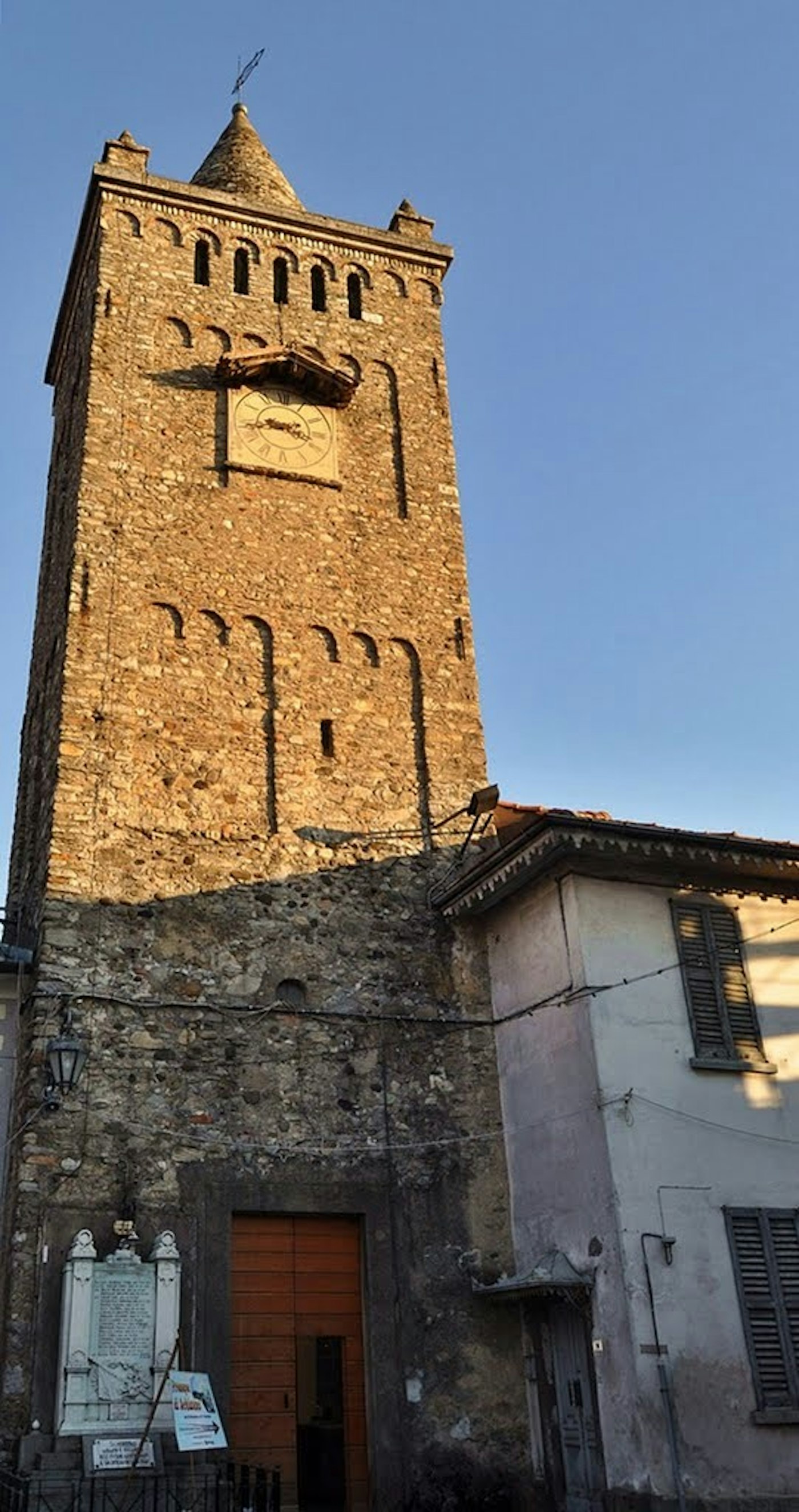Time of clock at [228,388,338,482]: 3:43
